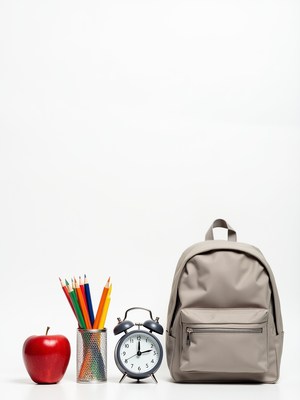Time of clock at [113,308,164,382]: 12:12
